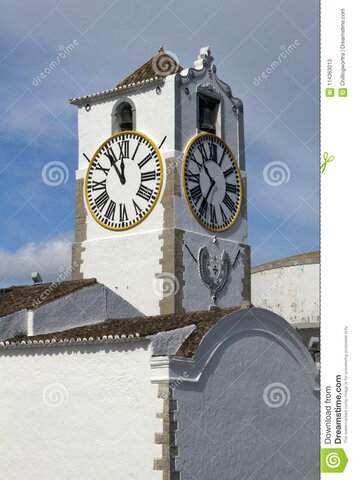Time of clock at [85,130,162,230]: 11:54
